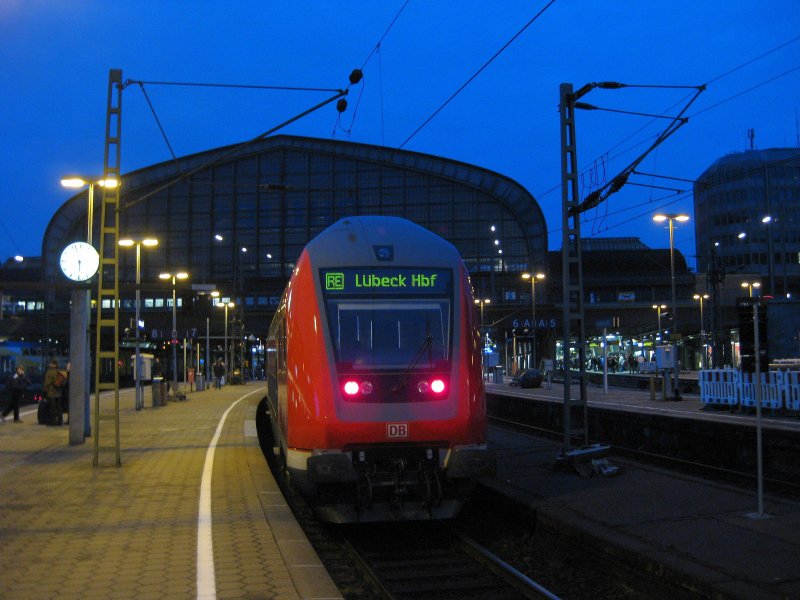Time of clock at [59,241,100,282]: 5:56
